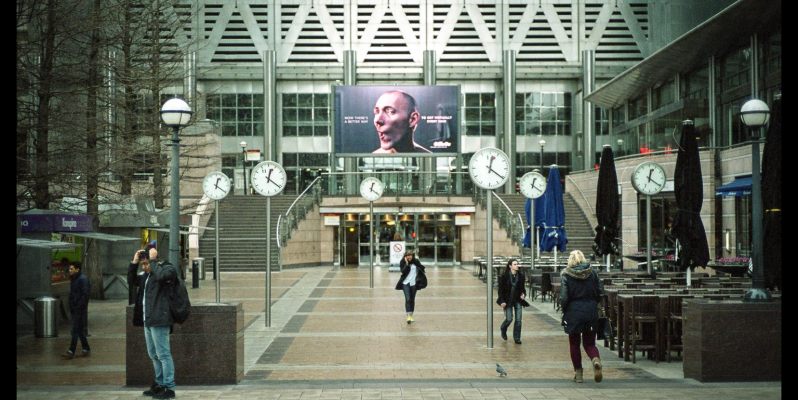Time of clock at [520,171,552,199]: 12:20
